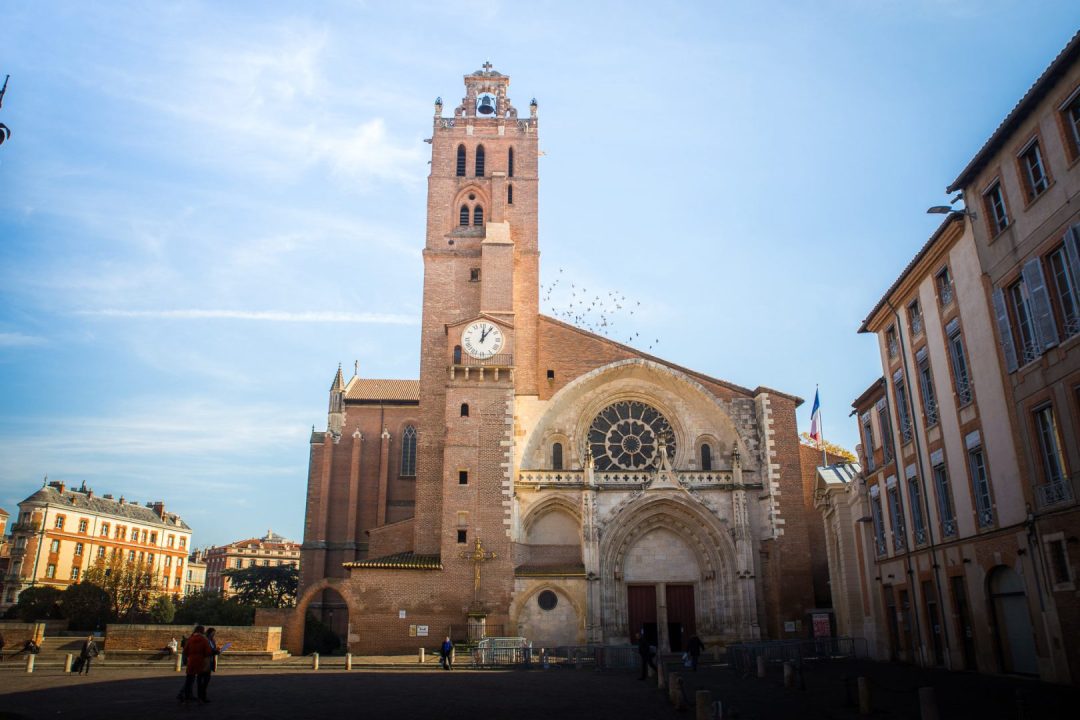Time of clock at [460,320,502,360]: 12:06
